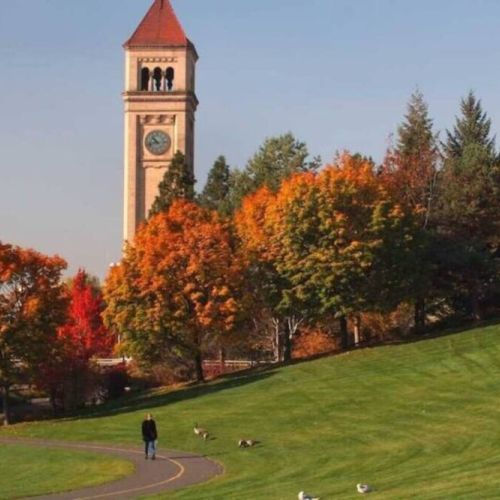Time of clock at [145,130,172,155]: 10:42
